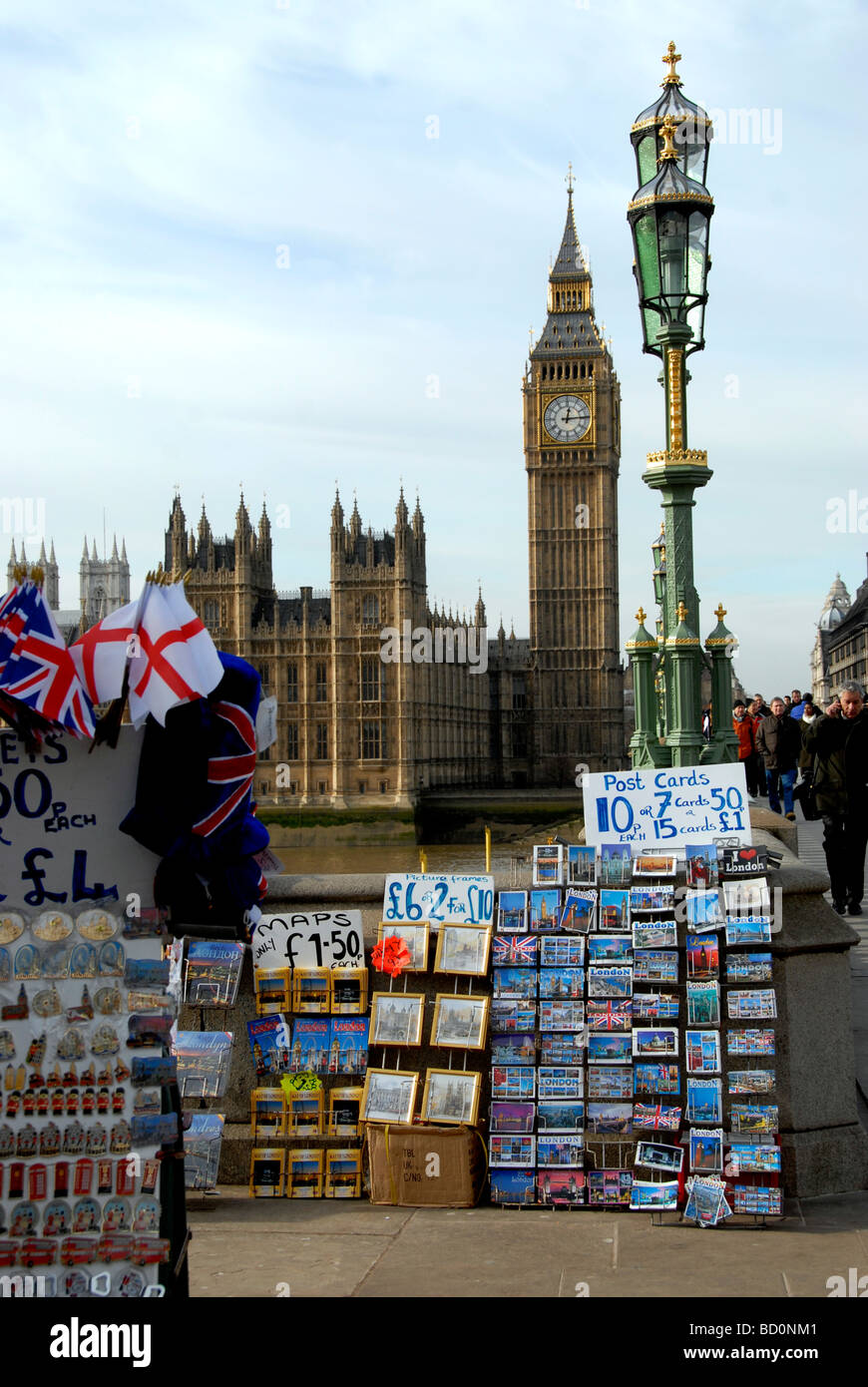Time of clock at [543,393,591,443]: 12:14
